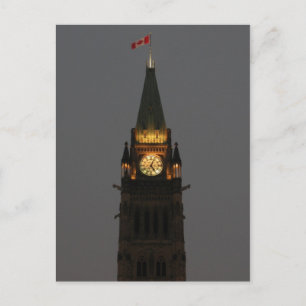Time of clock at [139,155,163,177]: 5:03
